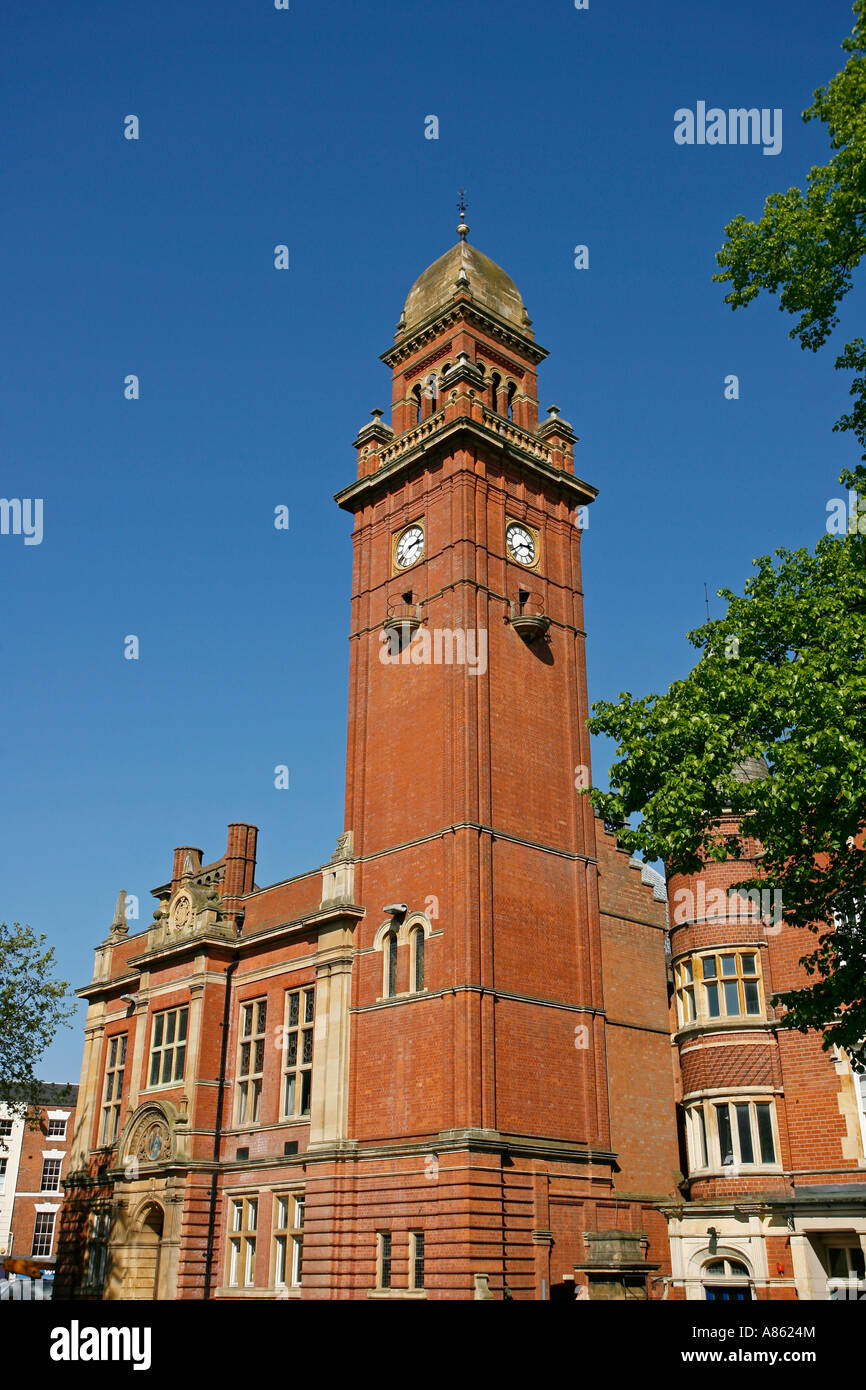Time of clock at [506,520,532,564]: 2:38
